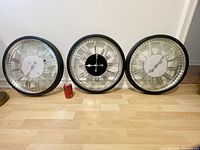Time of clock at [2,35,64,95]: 6:32
